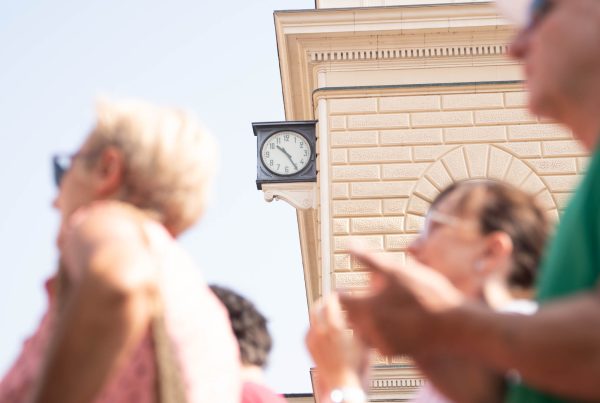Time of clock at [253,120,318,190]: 10:24
